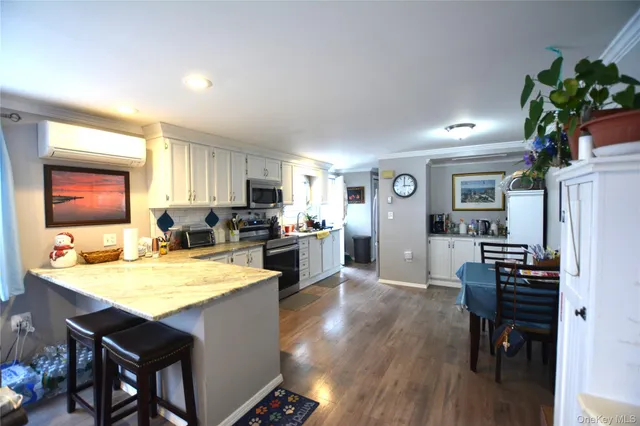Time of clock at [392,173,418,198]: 2:59
